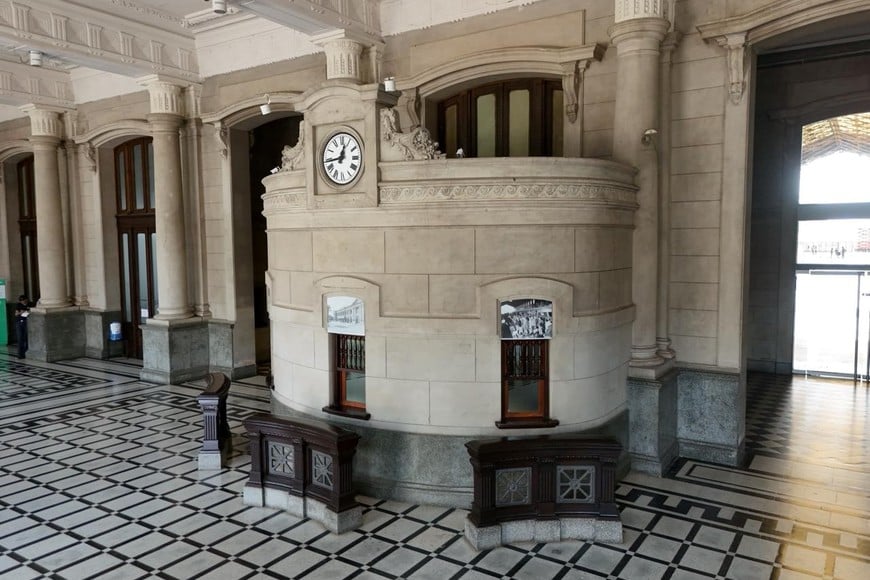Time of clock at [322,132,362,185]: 12:43
